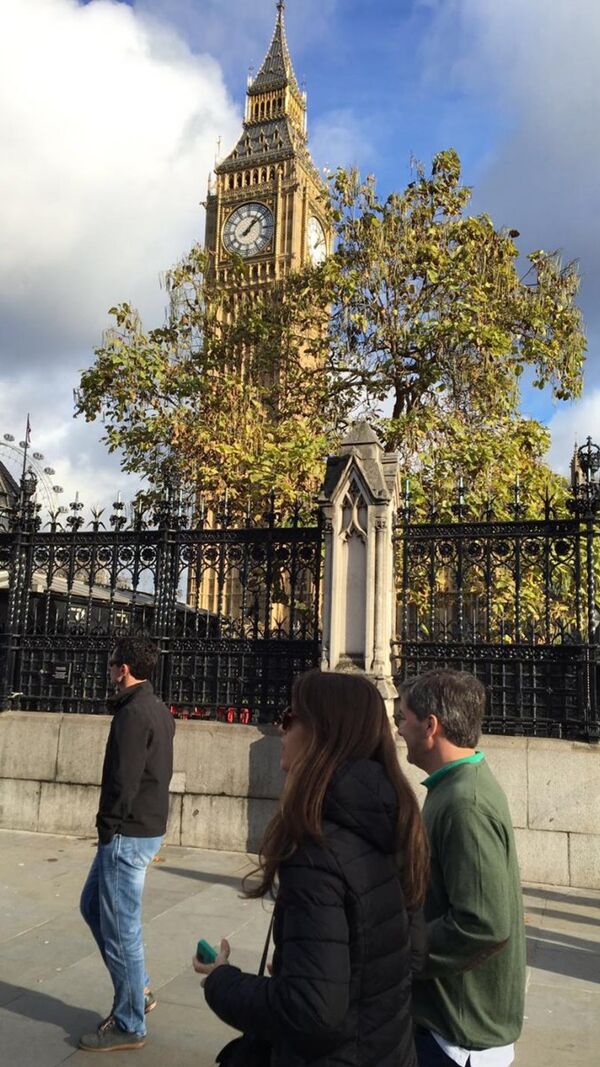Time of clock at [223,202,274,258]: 1:08
